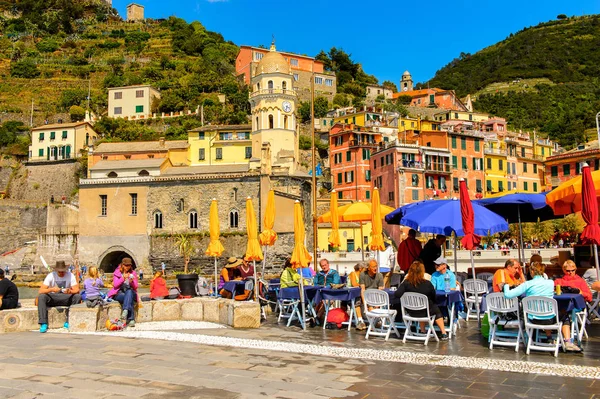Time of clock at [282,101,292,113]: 3:32
